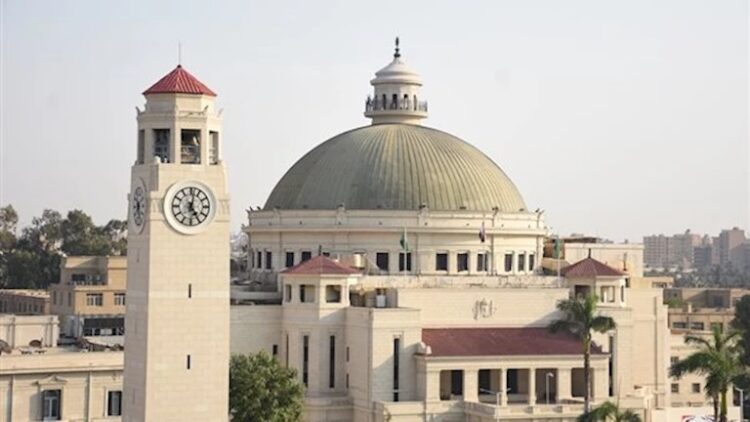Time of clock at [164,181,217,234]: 5:01
